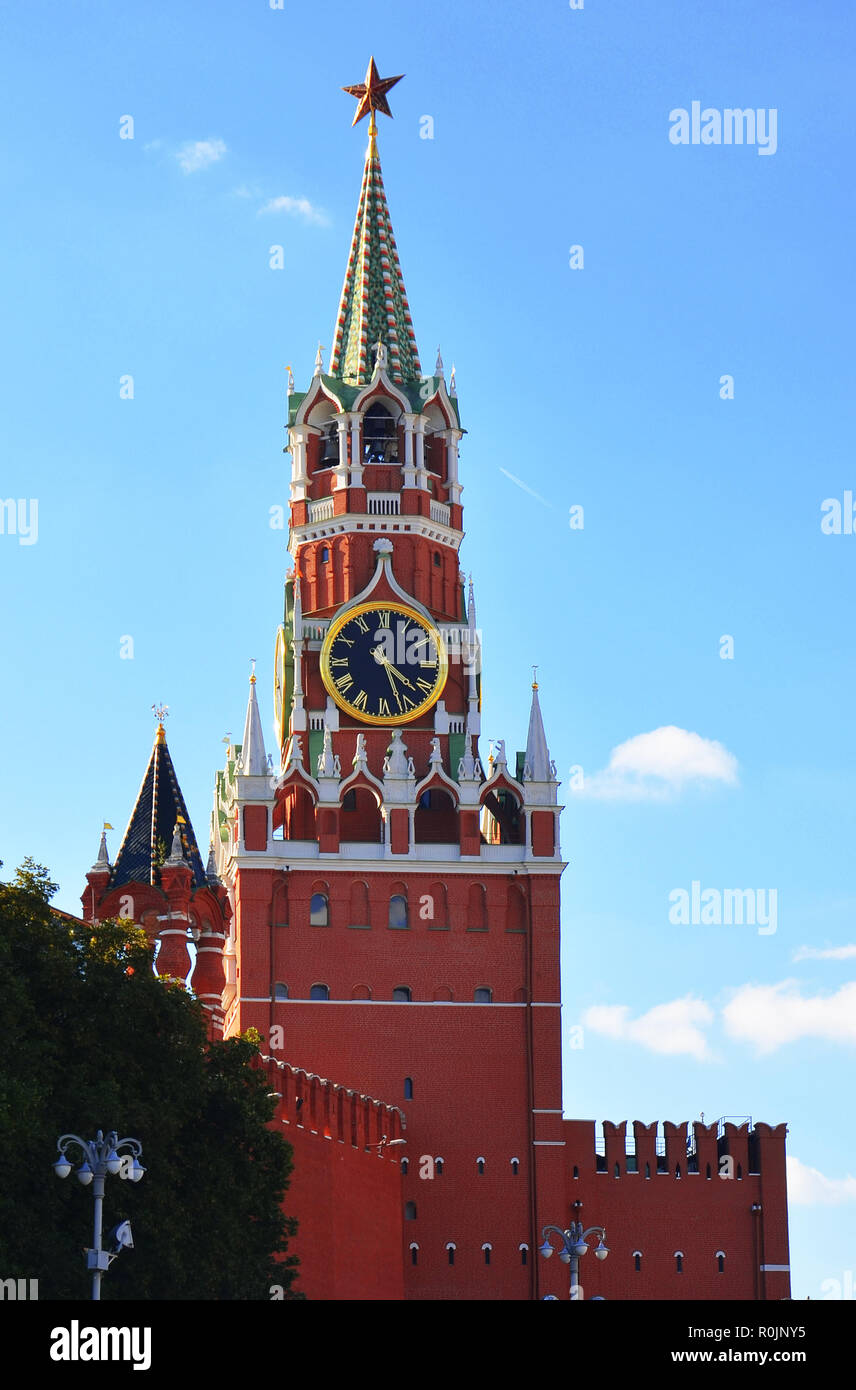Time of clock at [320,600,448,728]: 4:26
